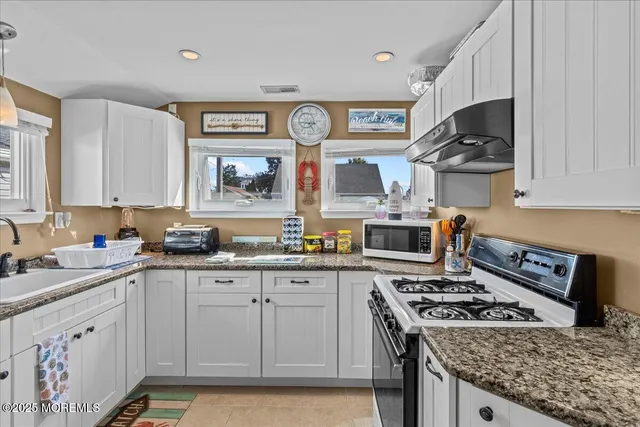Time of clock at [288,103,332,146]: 4:45
